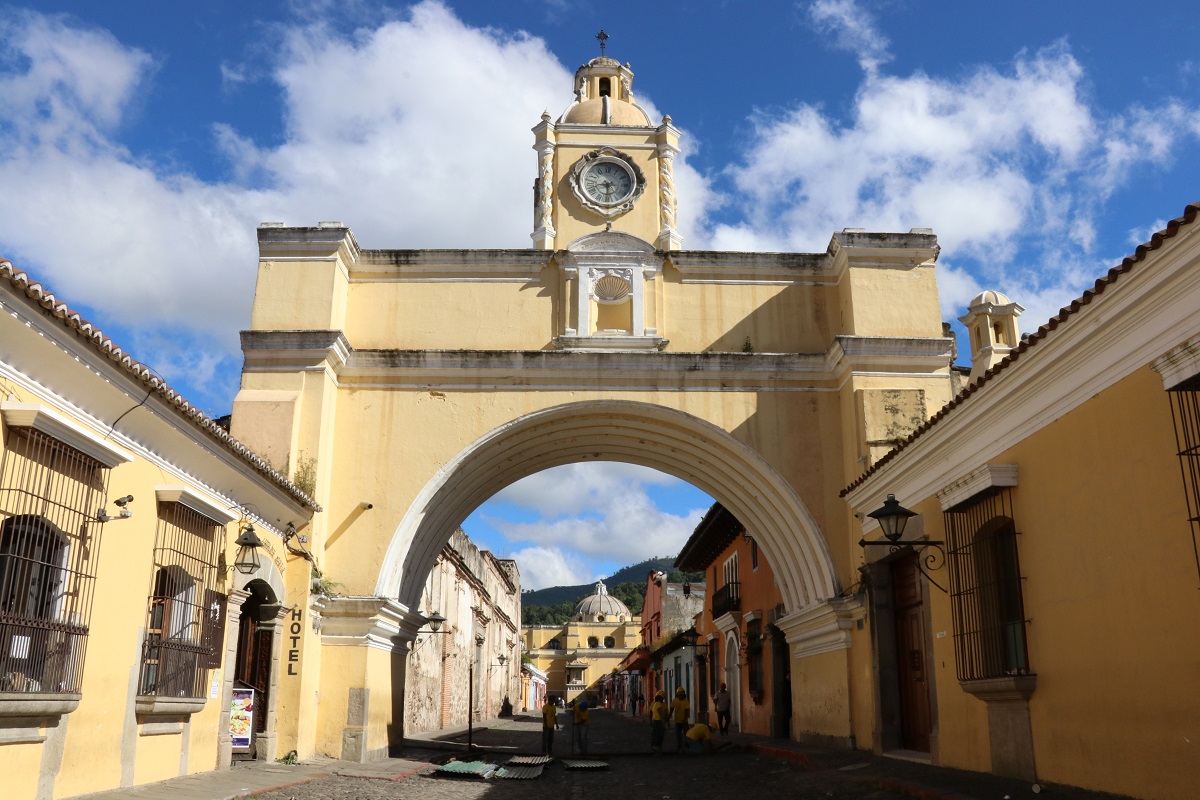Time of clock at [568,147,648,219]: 8:30
